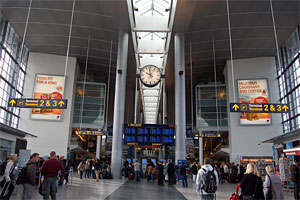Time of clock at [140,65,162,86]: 9:57
